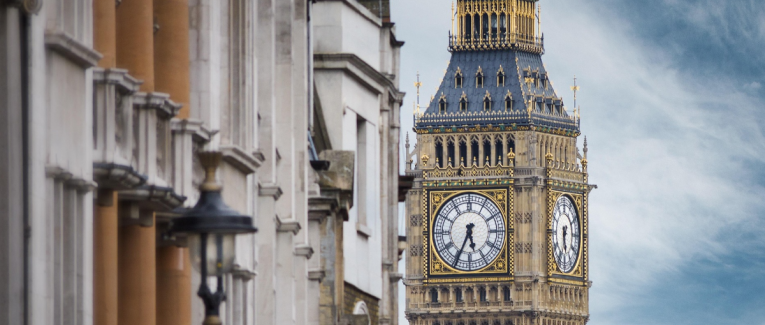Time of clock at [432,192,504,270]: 5:34
